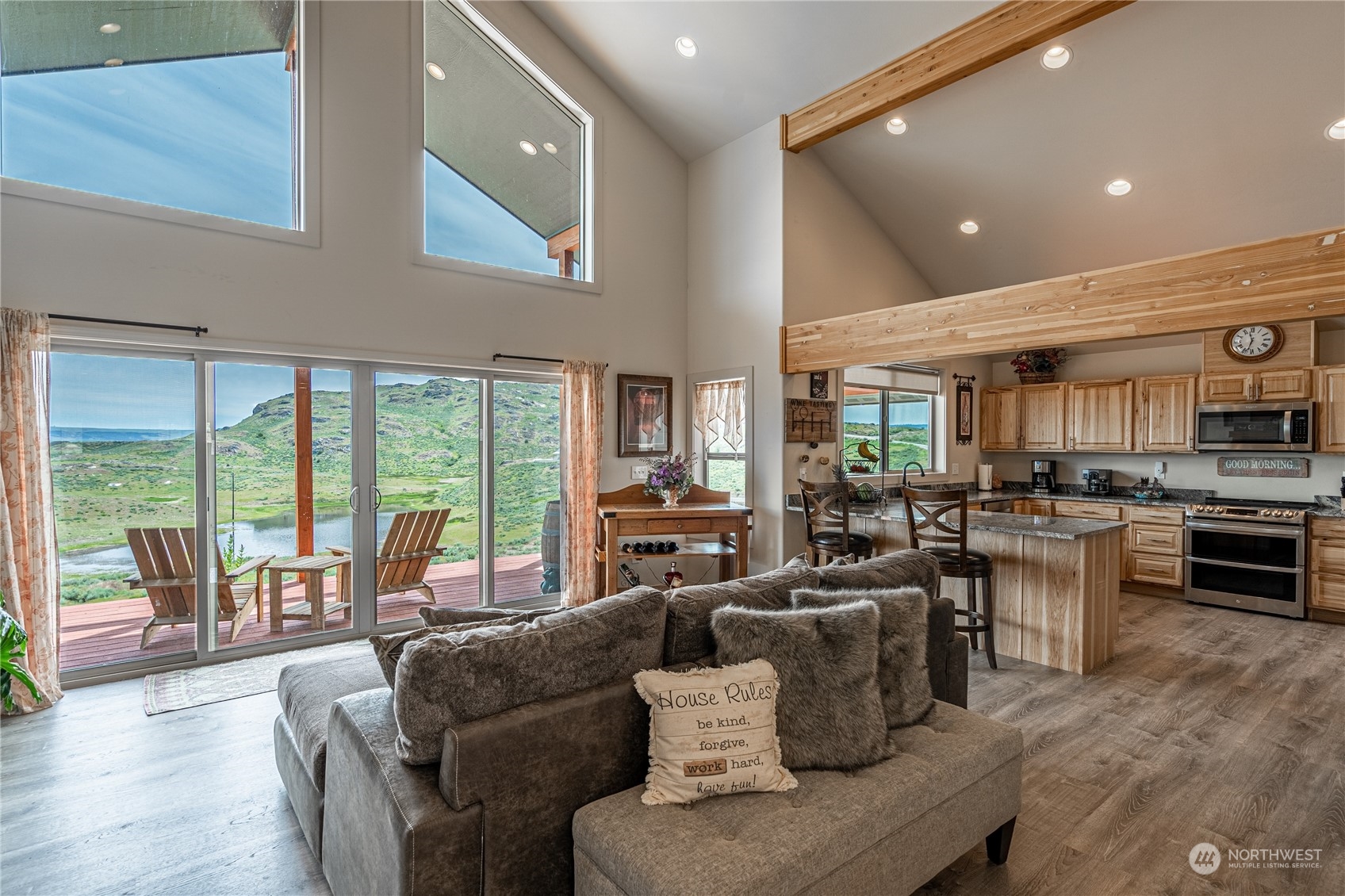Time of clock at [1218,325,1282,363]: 11:32
